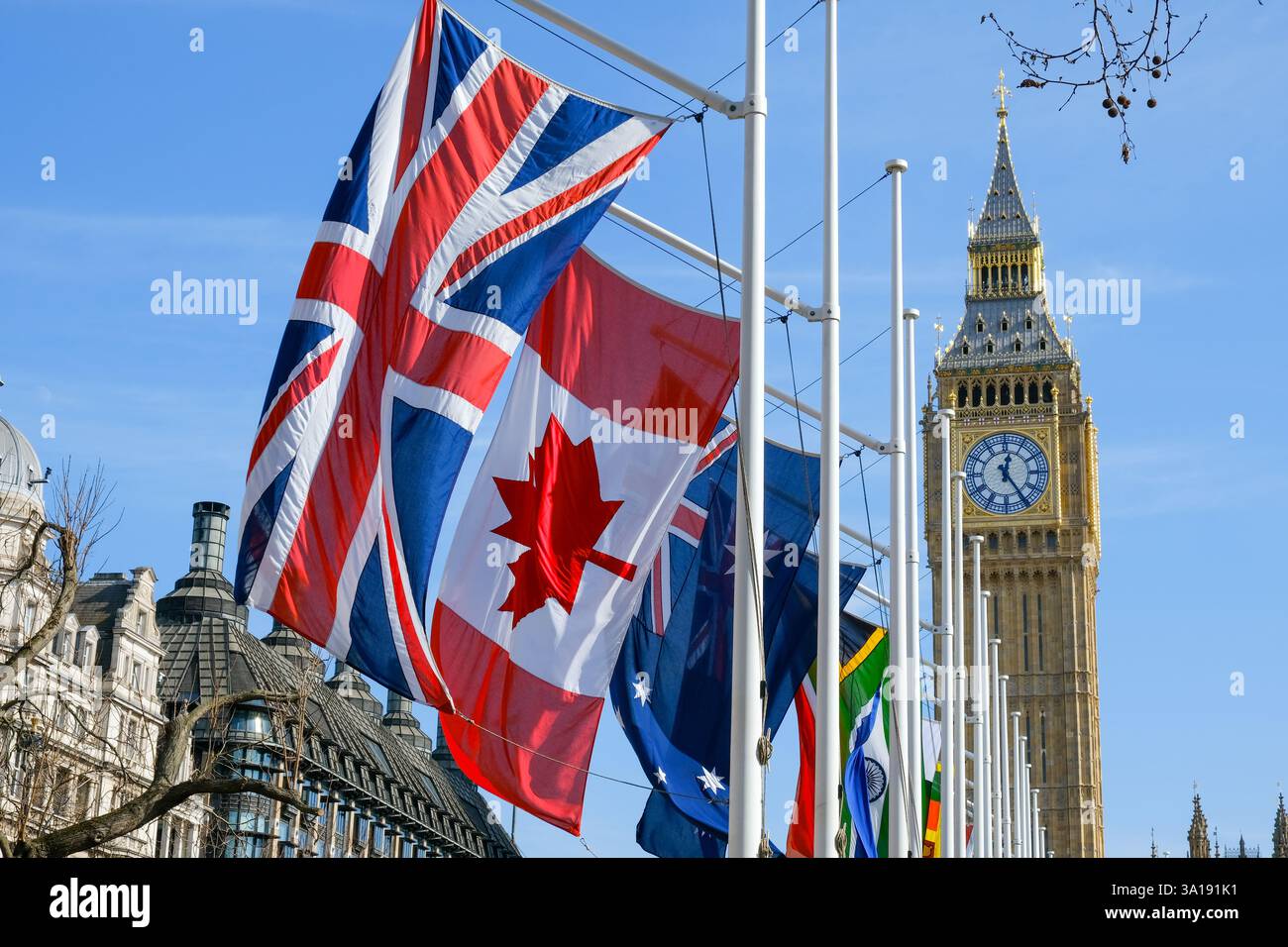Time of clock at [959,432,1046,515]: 12:24
